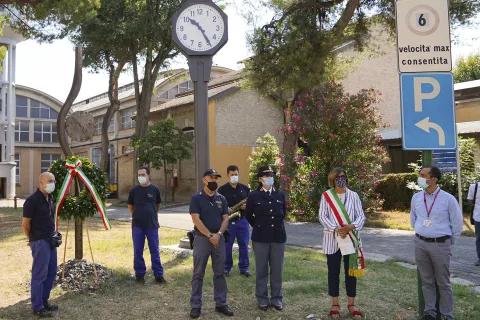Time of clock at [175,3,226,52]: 10:24
